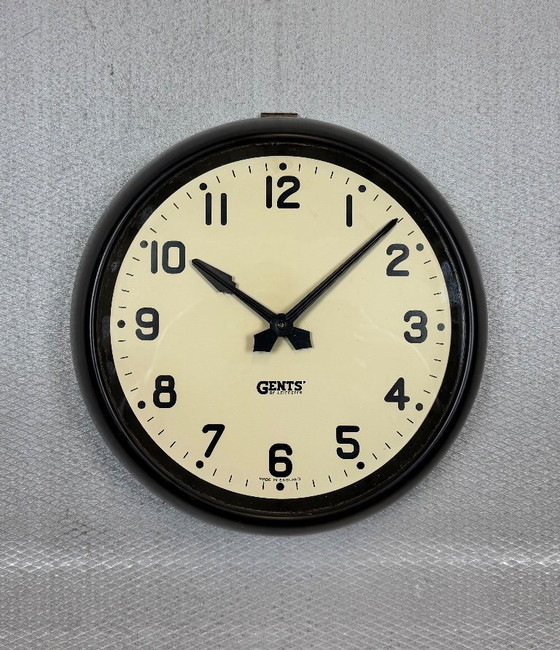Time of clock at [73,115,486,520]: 10:07
